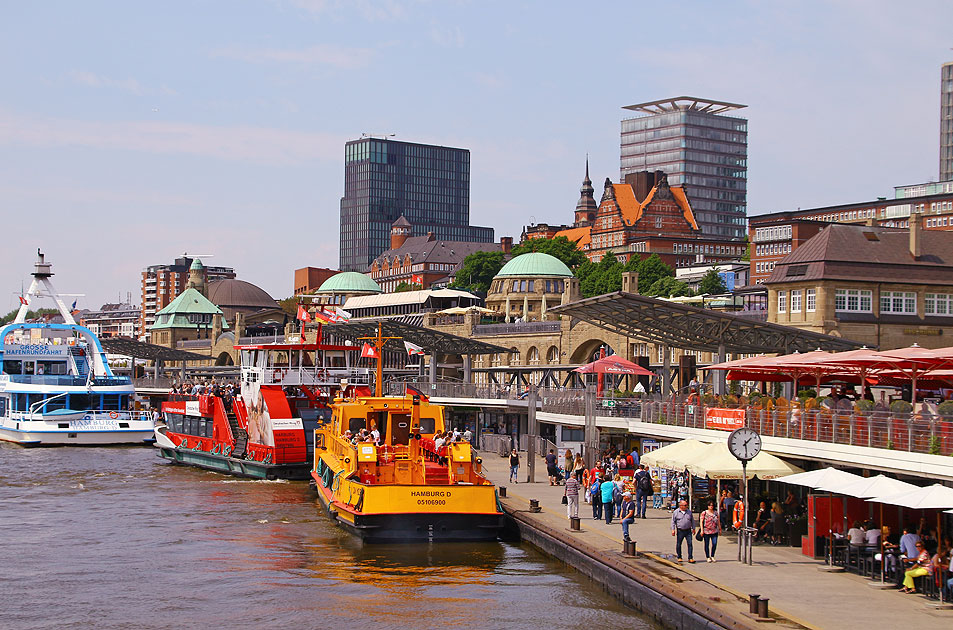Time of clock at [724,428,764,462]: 1:29
